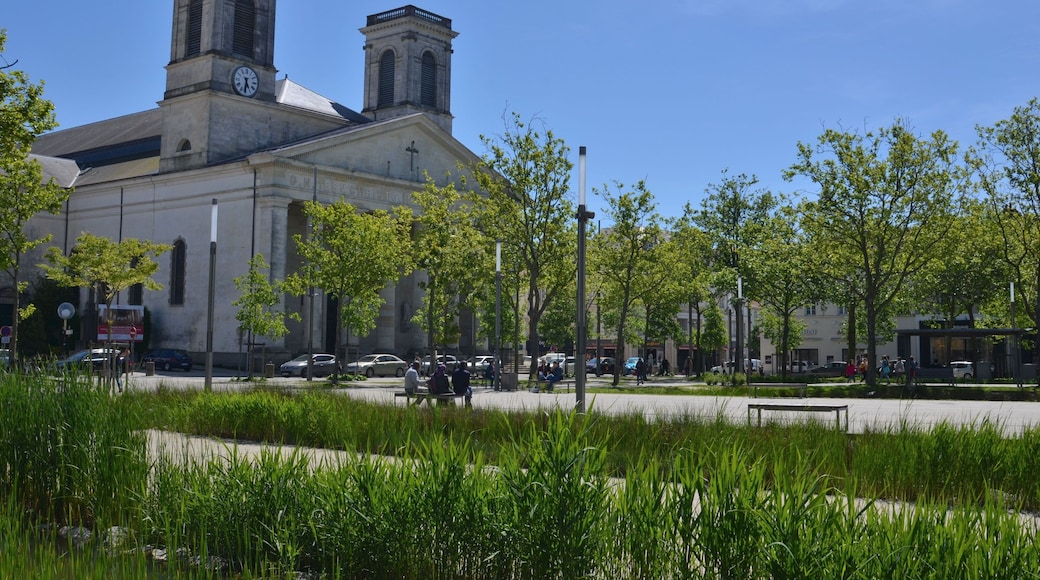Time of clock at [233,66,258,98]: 5:31
